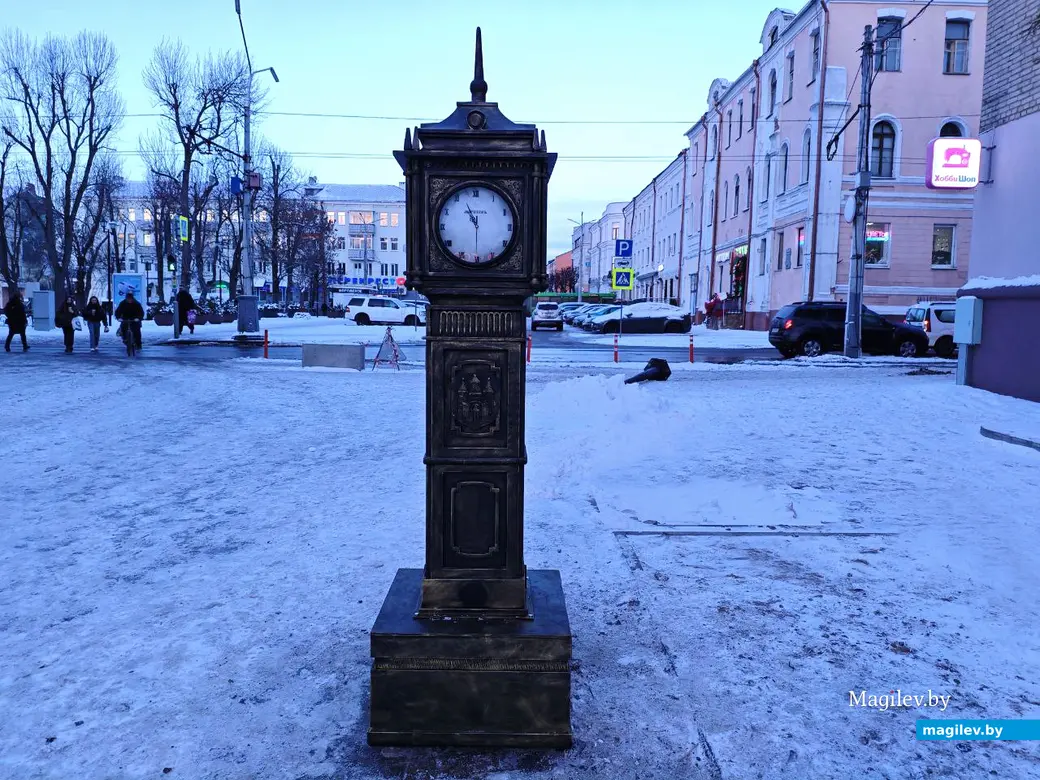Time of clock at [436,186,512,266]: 11:29
